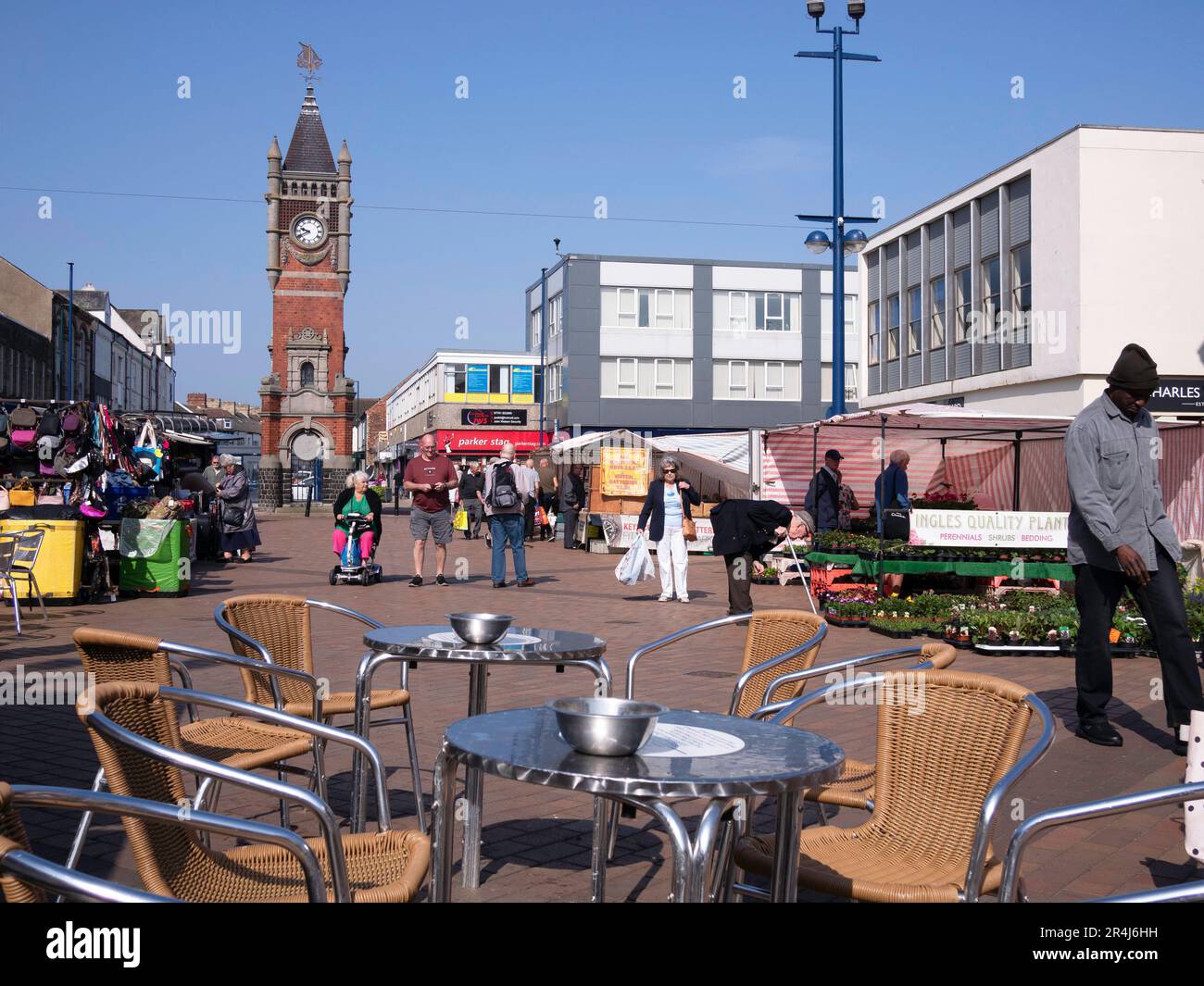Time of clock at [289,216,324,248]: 9:40
